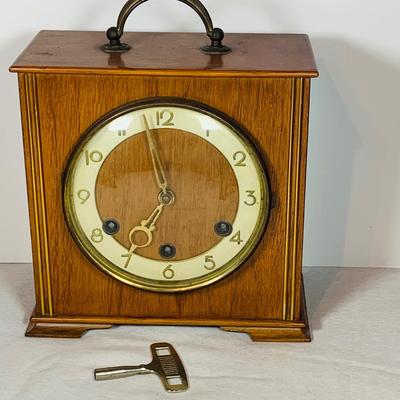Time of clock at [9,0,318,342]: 6:58
